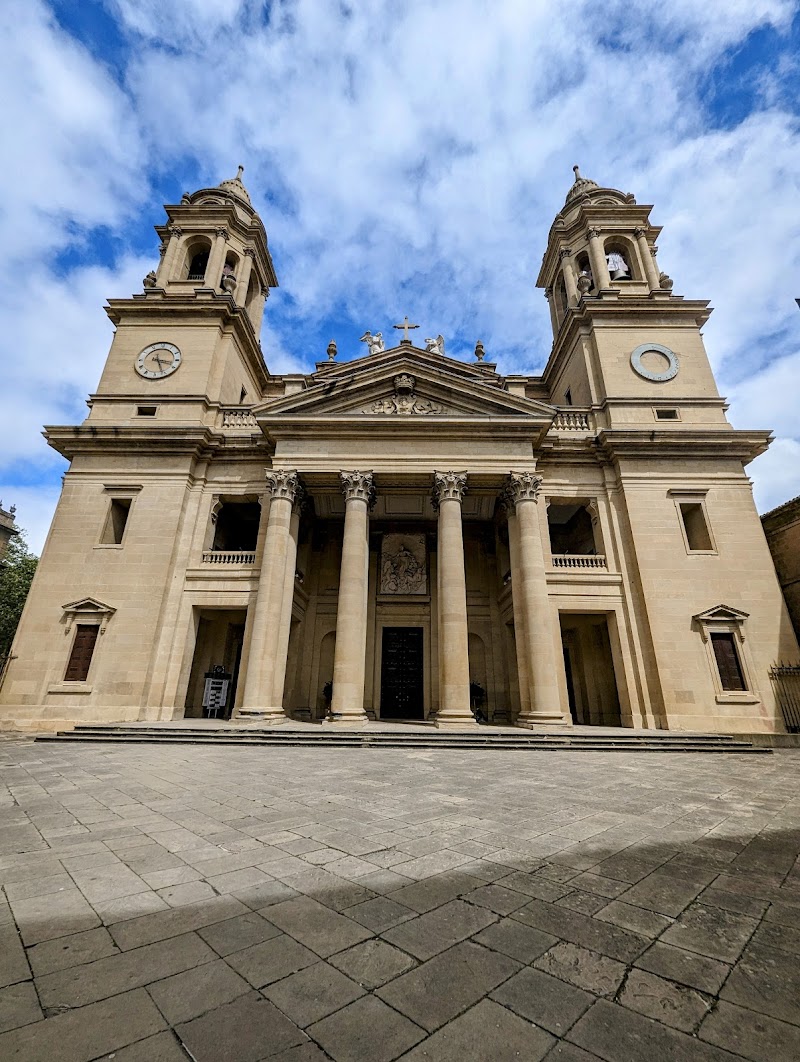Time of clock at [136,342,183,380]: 3:26
